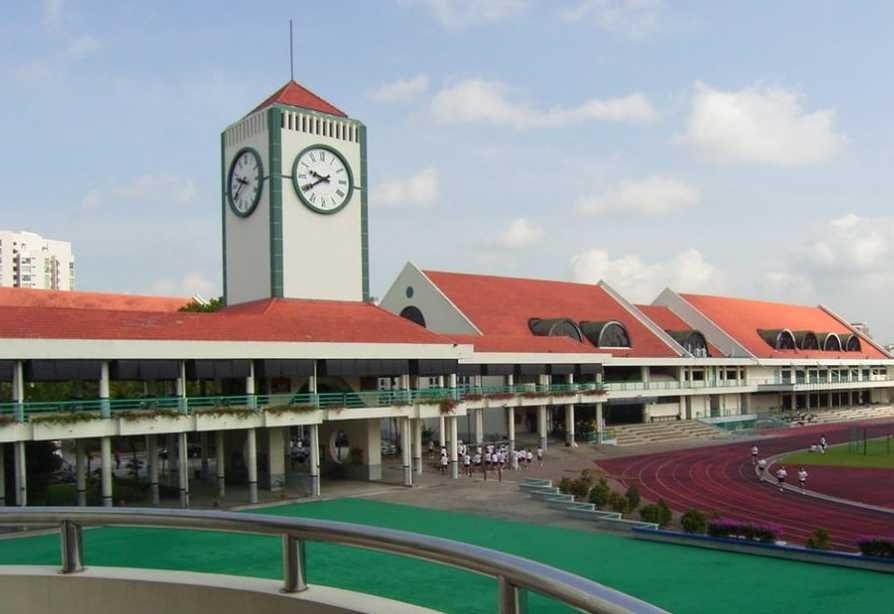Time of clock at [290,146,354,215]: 9:39
